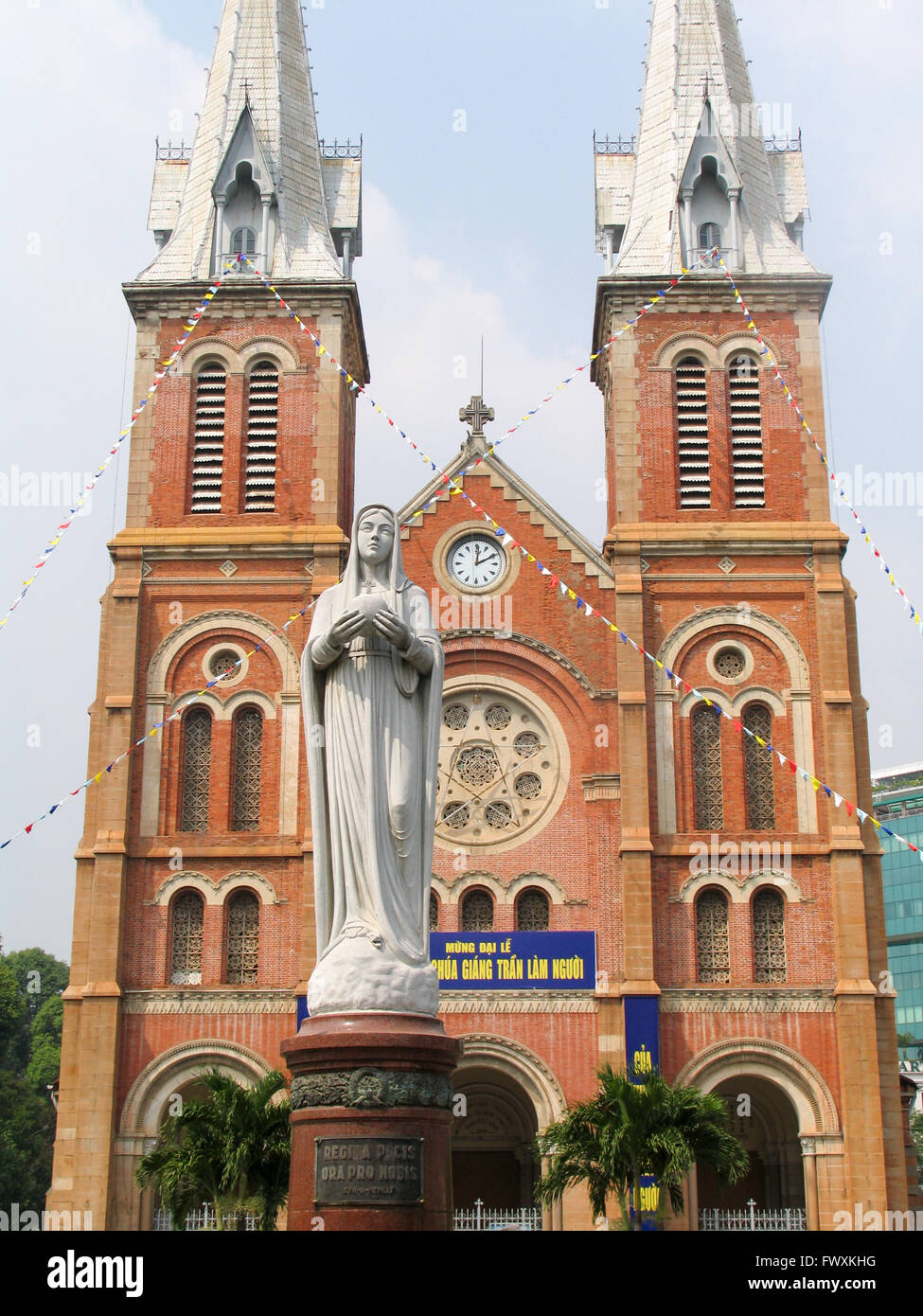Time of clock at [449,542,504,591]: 12:10
